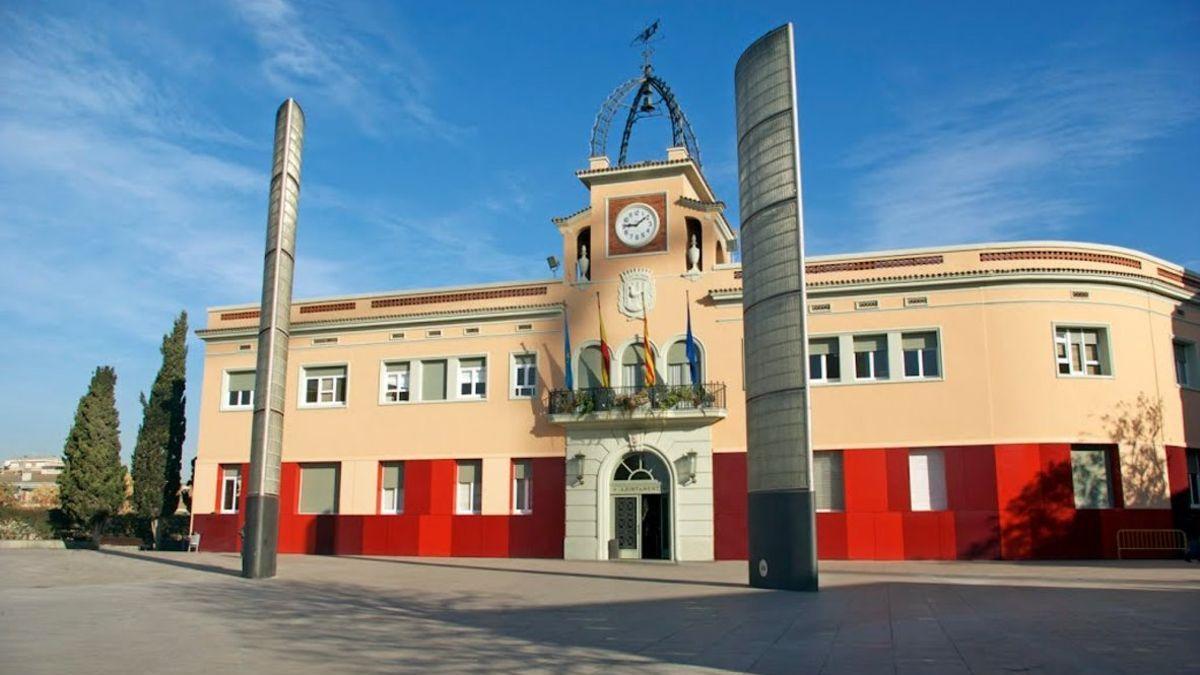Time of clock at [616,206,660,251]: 9:08
